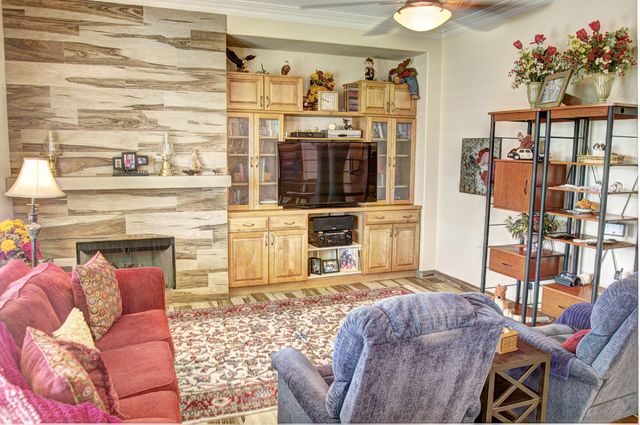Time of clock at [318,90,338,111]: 9:48
